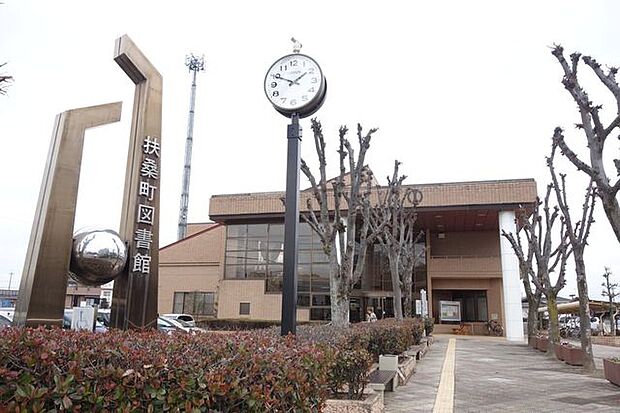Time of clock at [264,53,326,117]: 1:49
